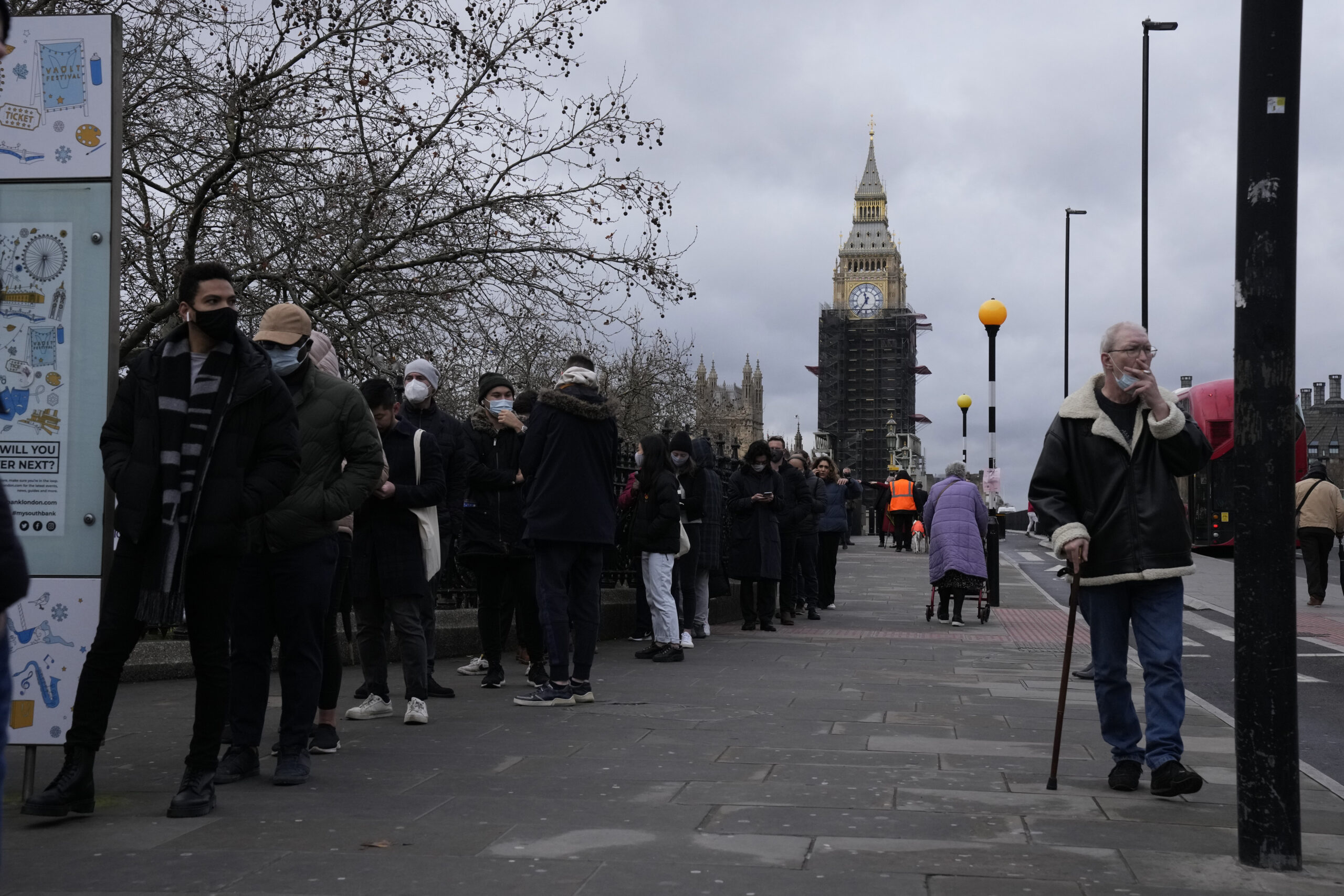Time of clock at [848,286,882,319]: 11:35
